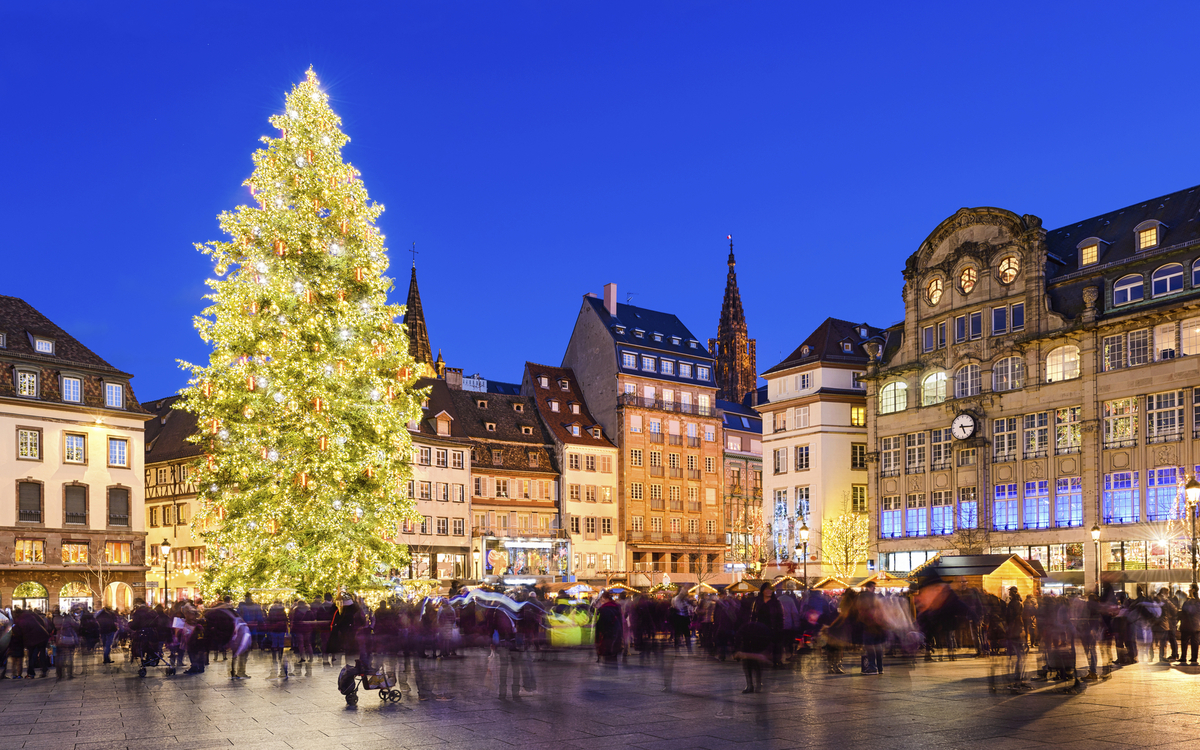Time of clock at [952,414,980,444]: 5:15
